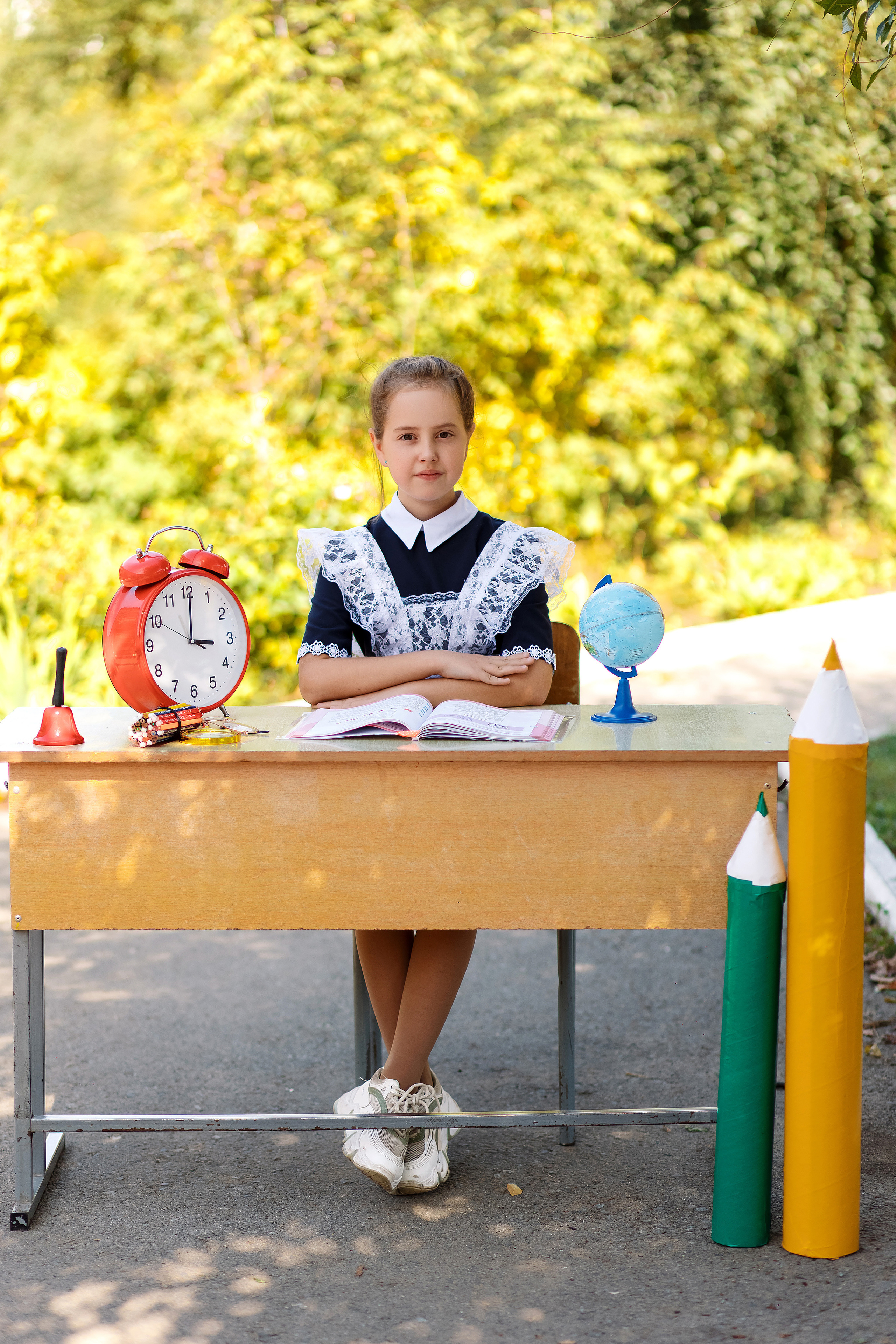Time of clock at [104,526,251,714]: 3:00
